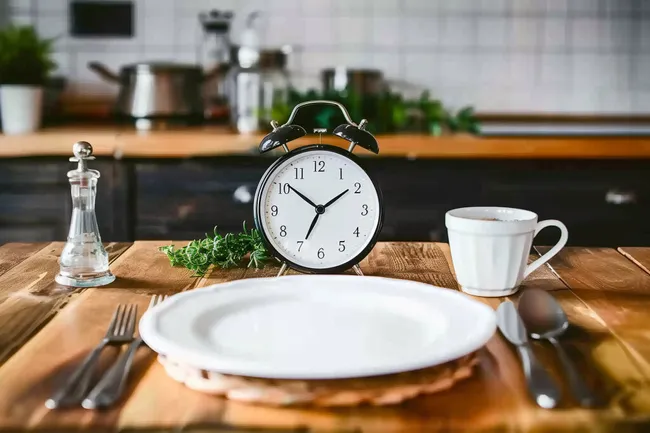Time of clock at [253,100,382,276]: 1:51
